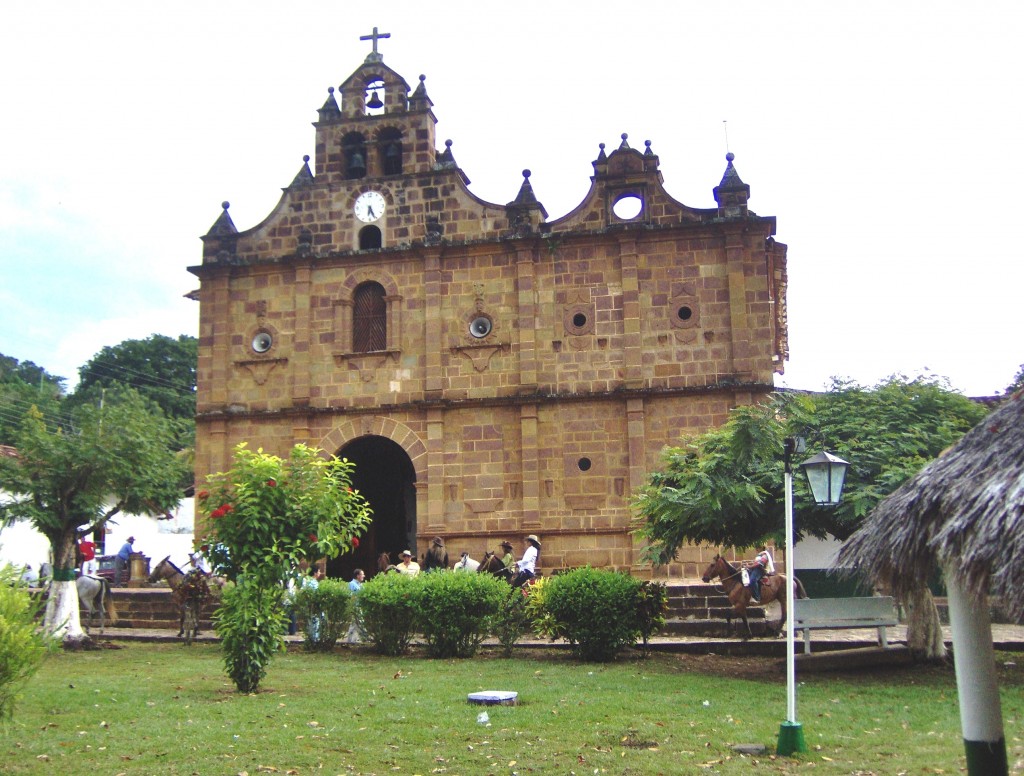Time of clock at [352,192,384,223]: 6:26
